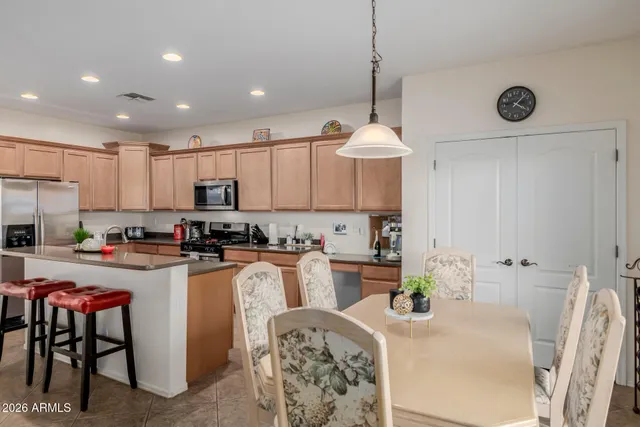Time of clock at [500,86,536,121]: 4:07
